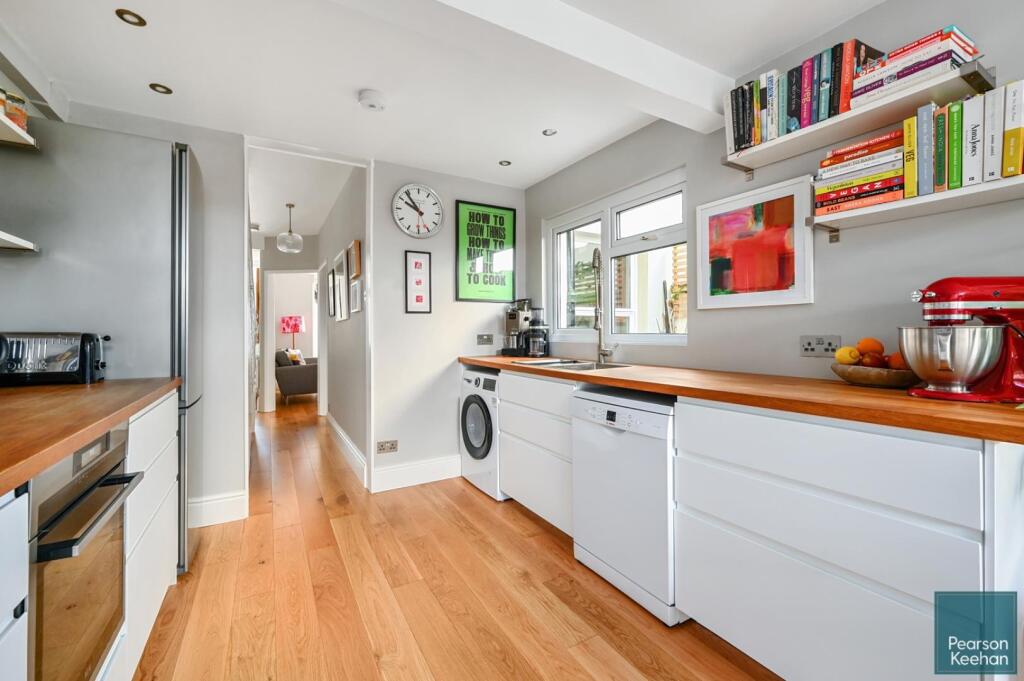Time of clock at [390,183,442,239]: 9:53
